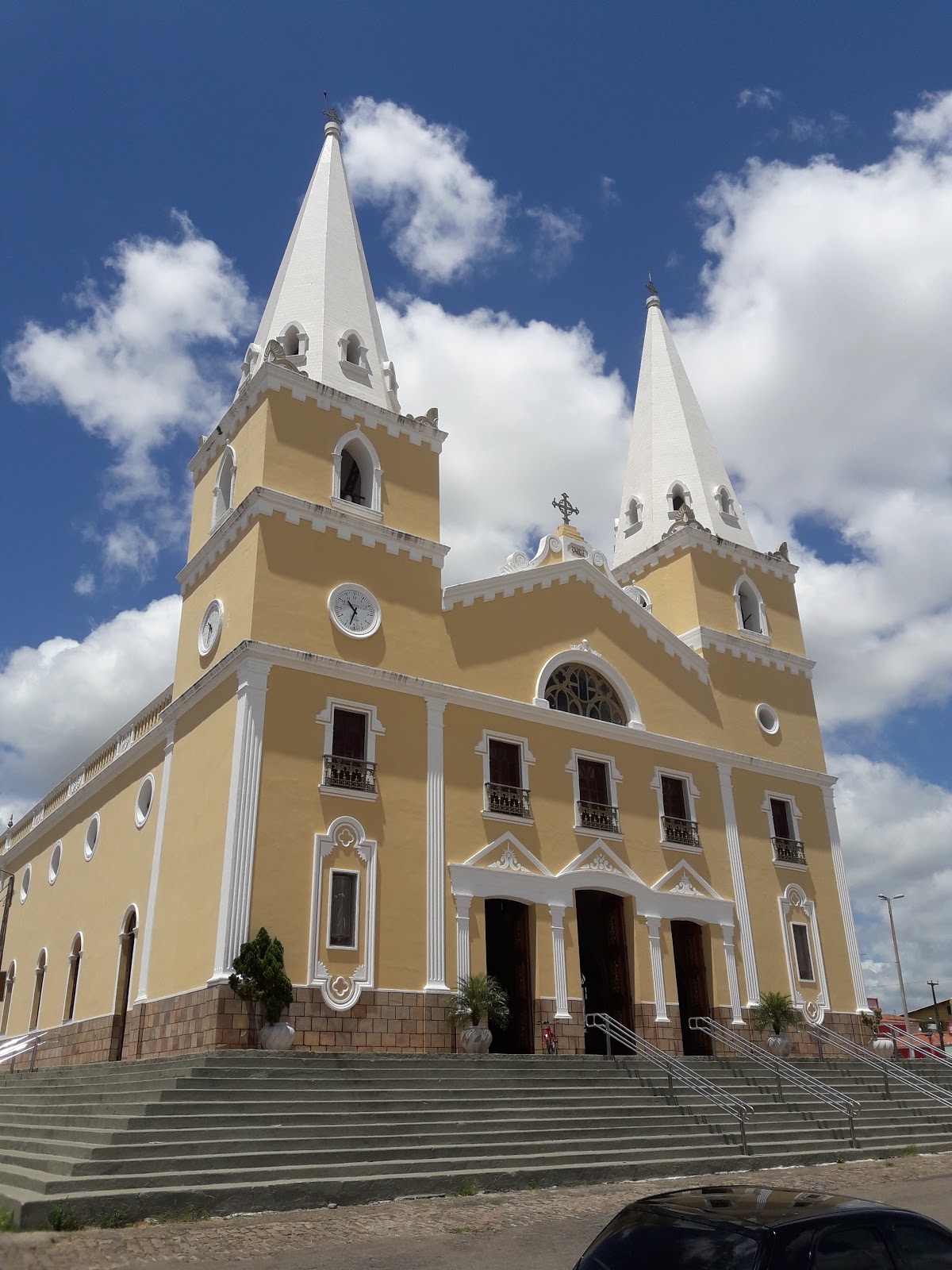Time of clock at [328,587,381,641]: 10:32
